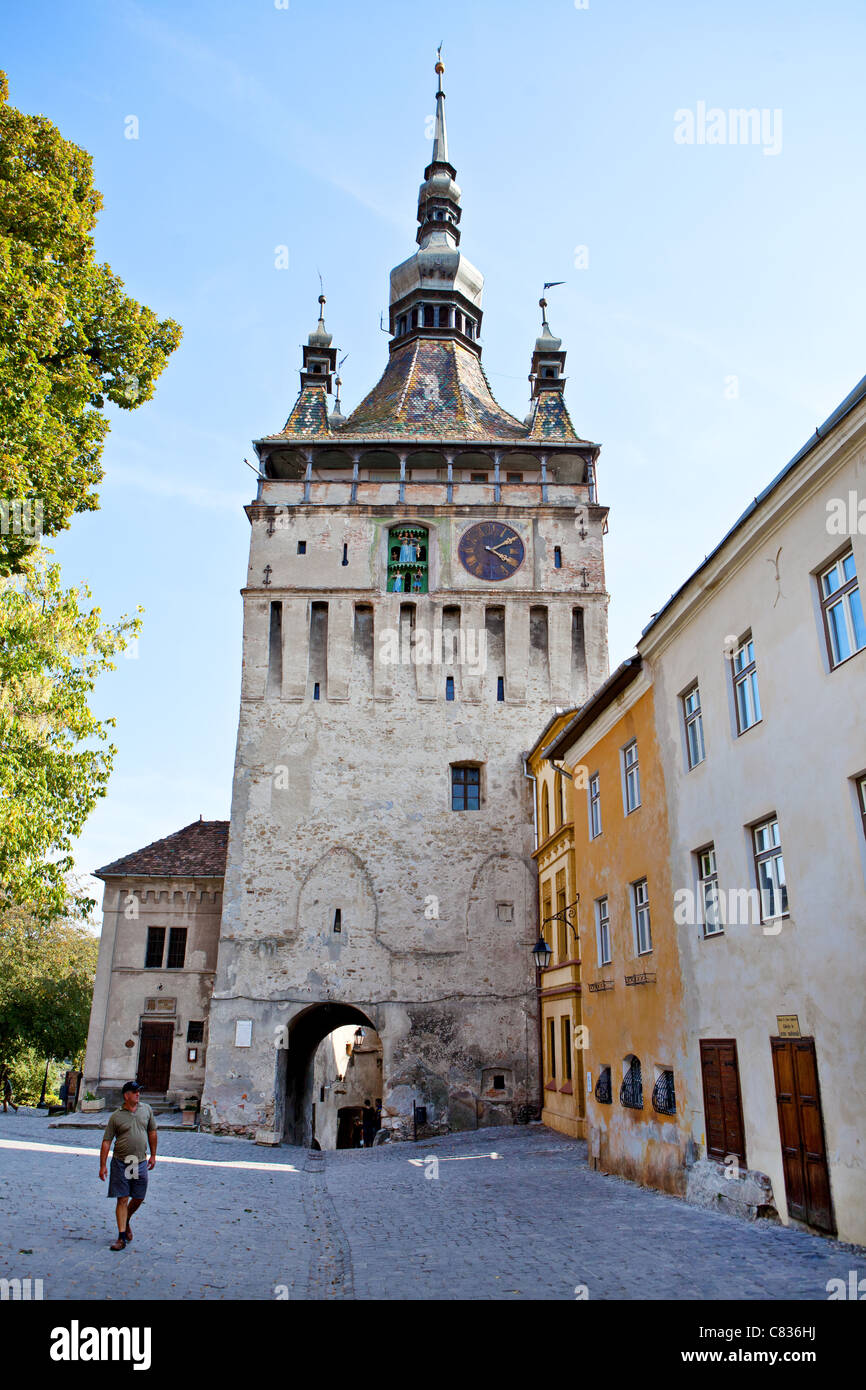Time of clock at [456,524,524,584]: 4:09
